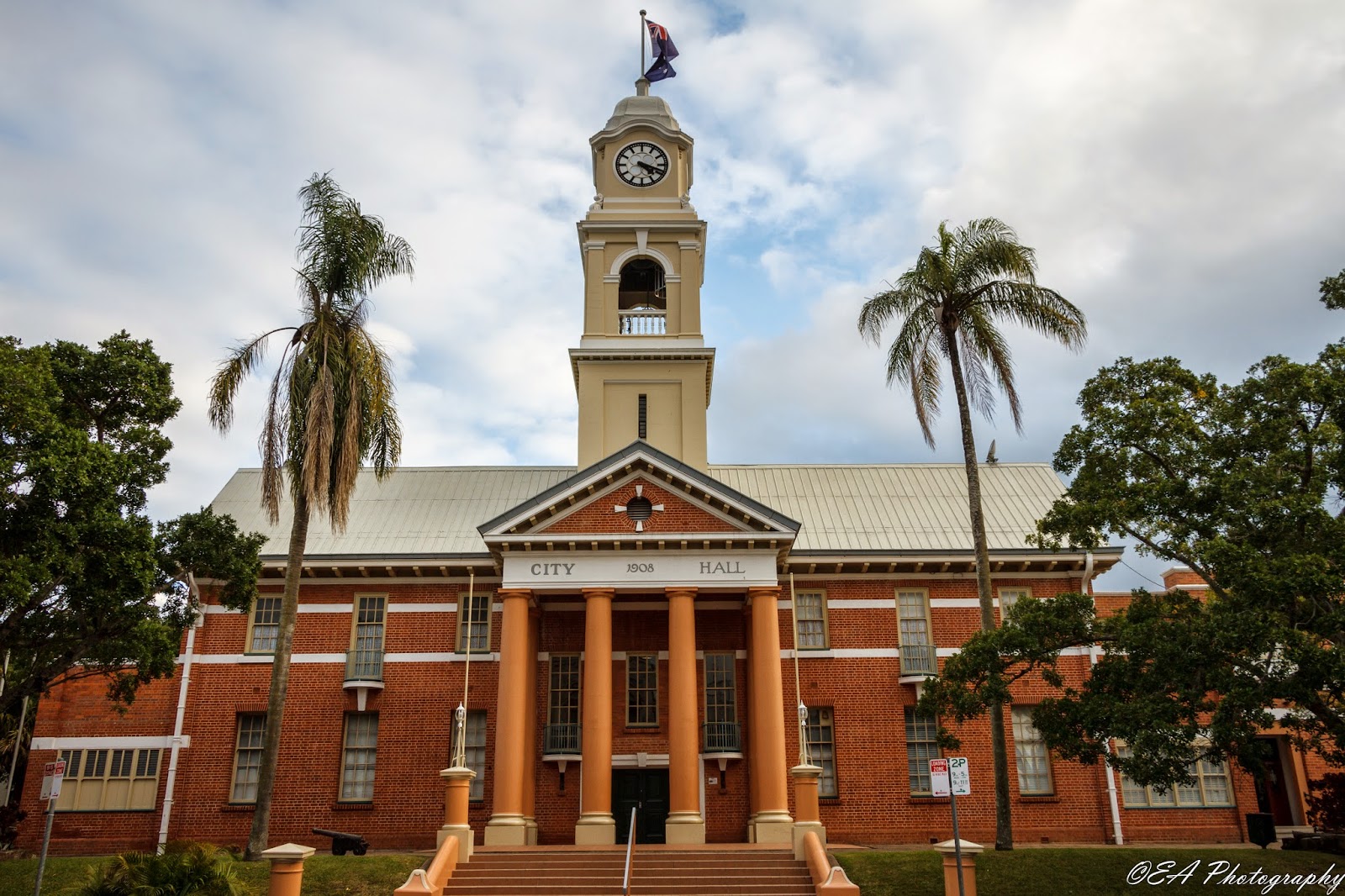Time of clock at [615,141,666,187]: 4:18
